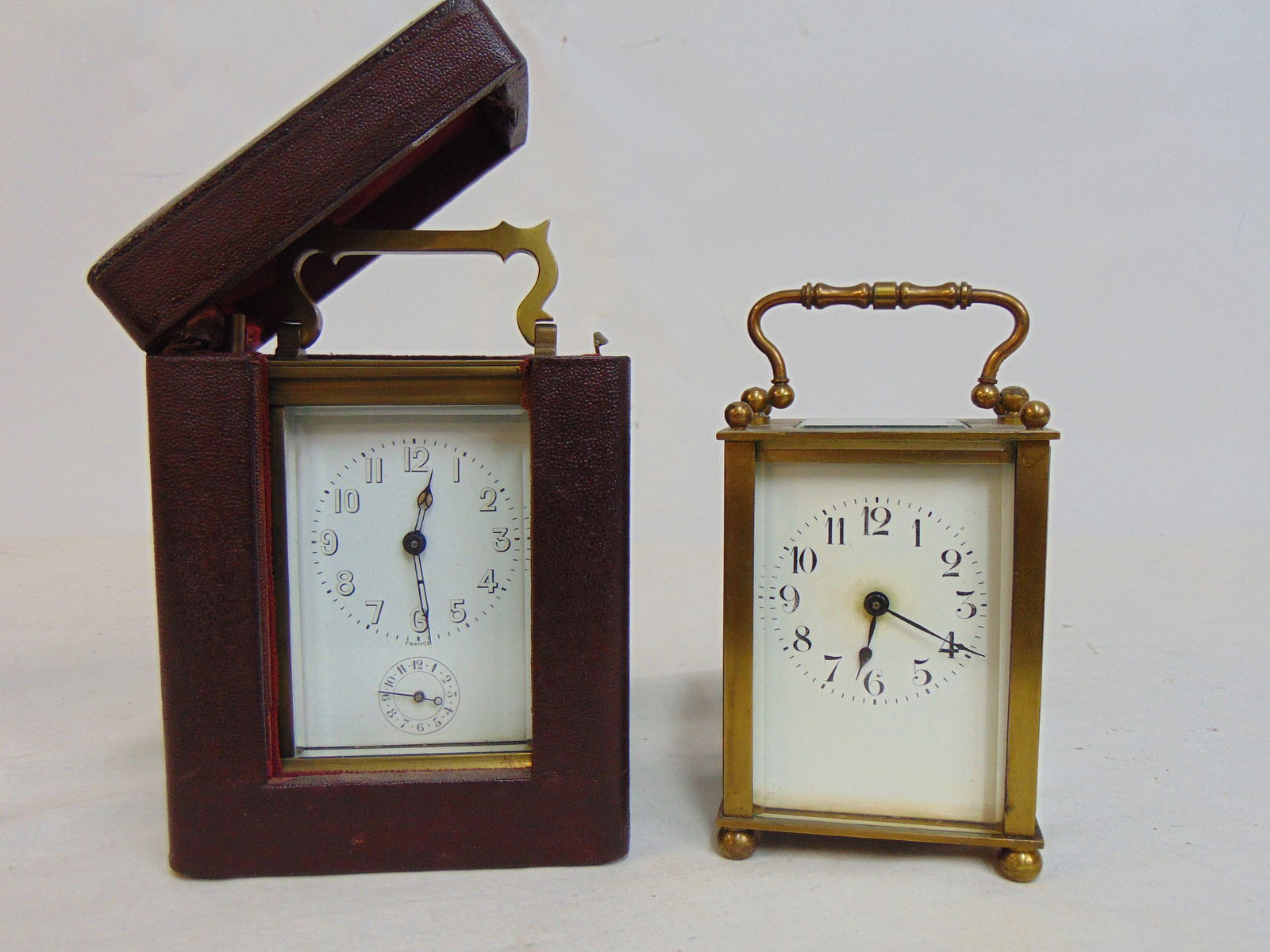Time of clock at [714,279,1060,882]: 6:18
